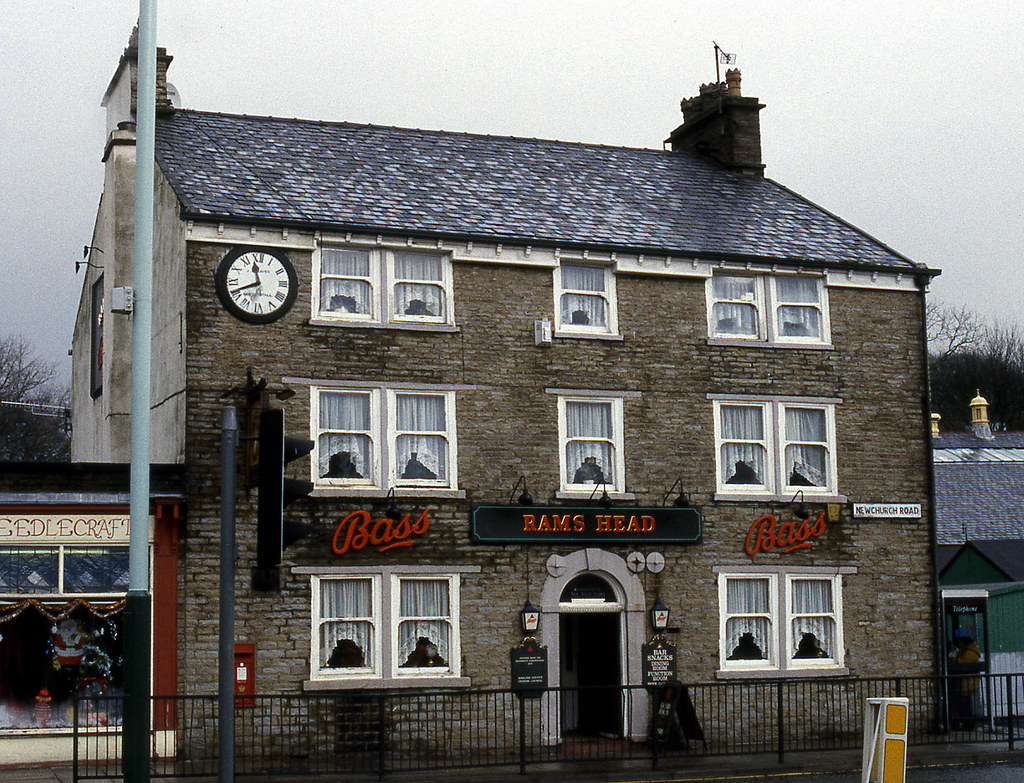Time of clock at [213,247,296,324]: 11:41
